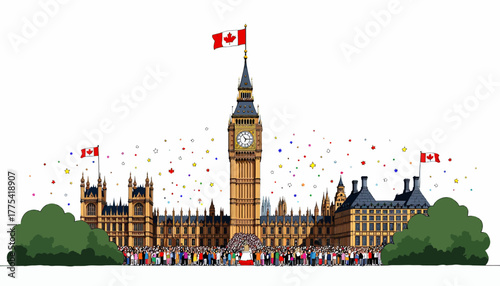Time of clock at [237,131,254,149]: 2:54
